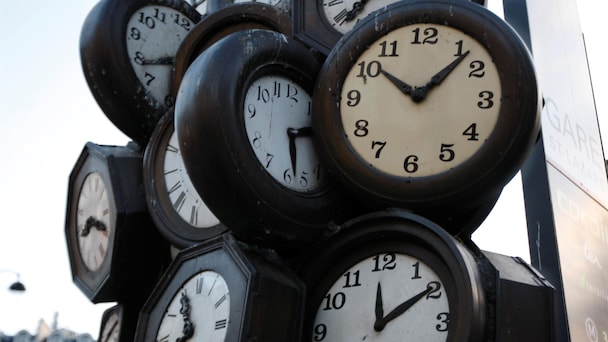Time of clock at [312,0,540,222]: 10:07
